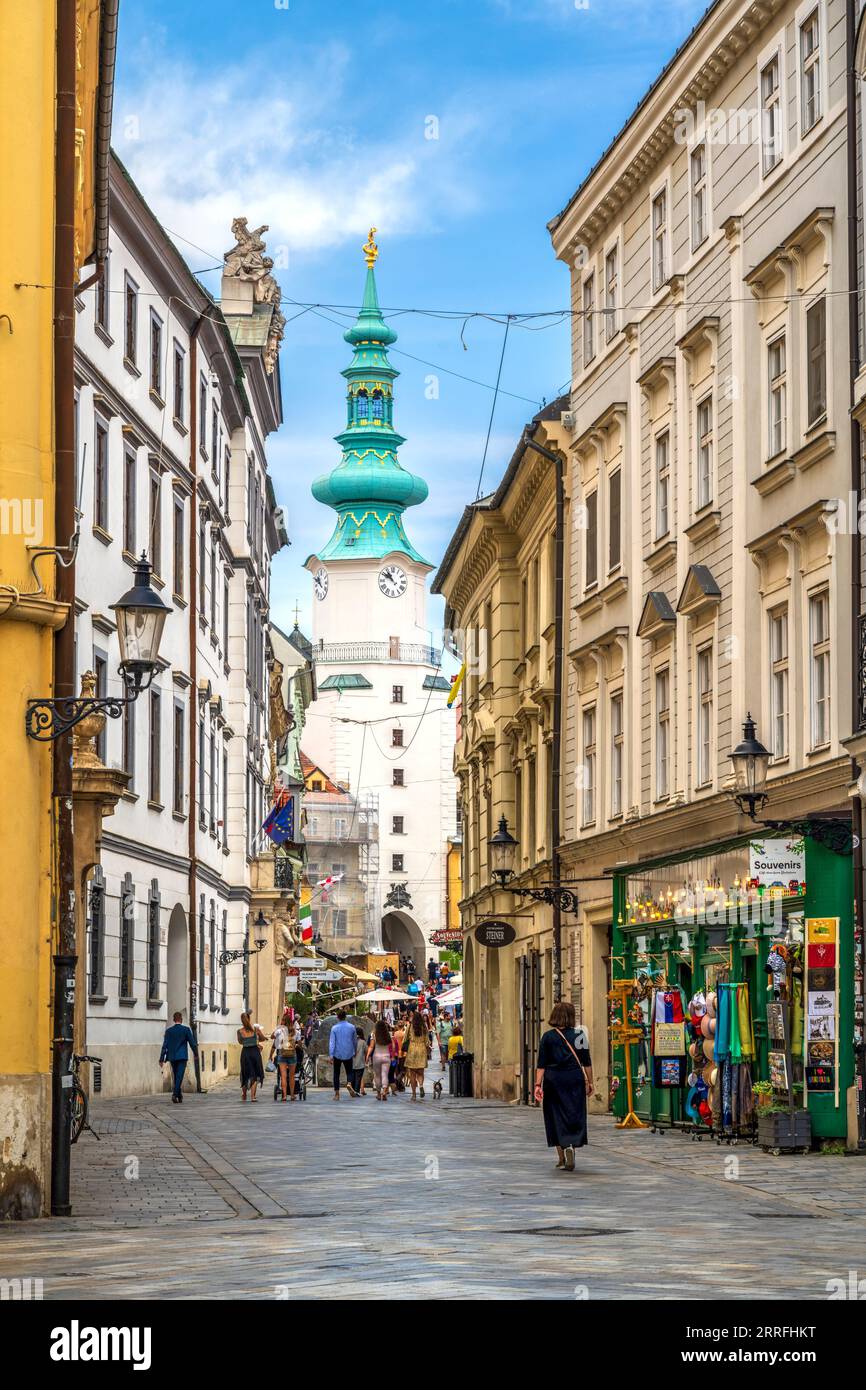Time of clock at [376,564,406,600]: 10:50
